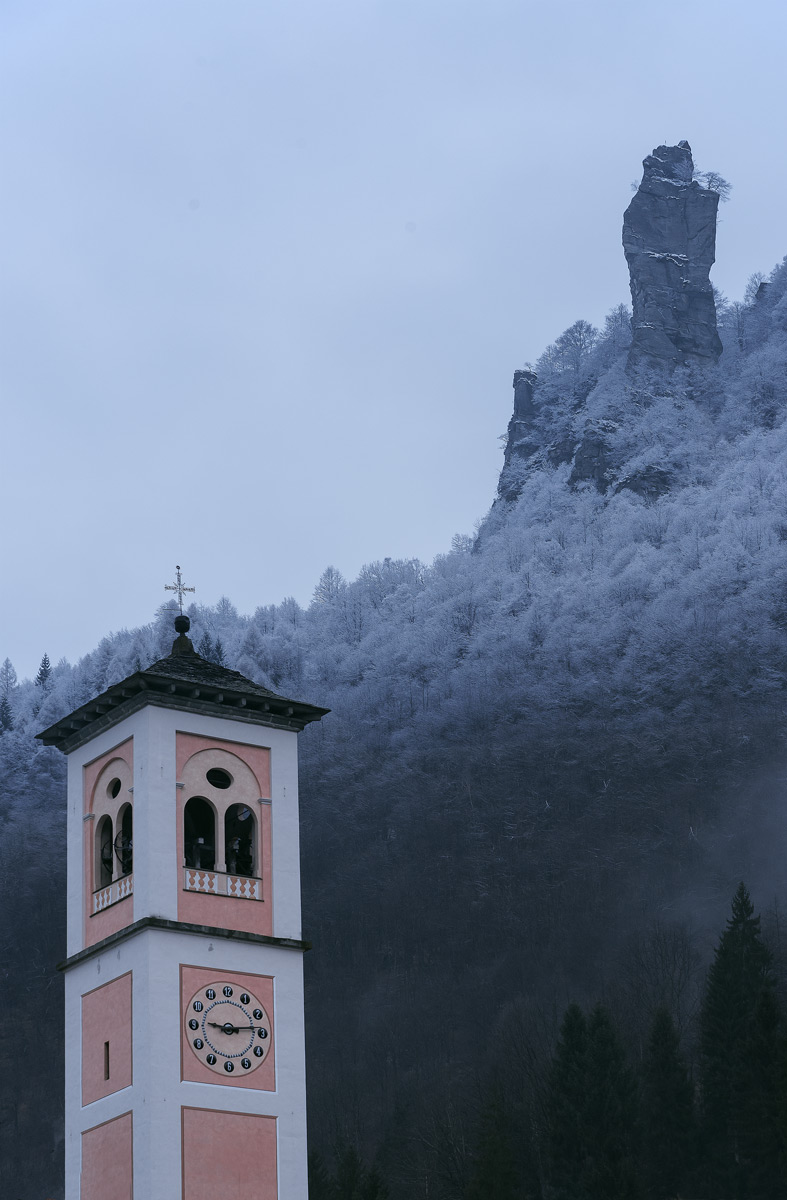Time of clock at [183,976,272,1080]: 9:13
